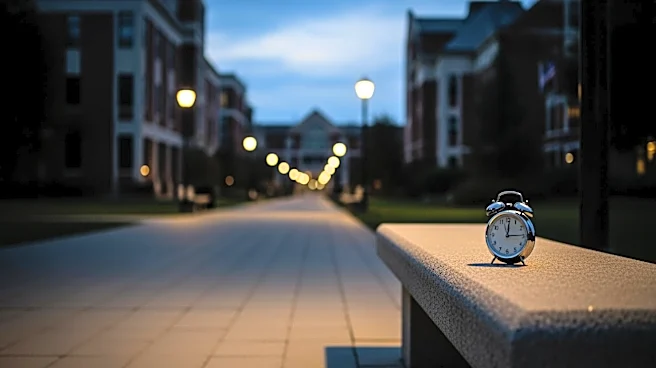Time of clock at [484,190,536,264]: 12:14
